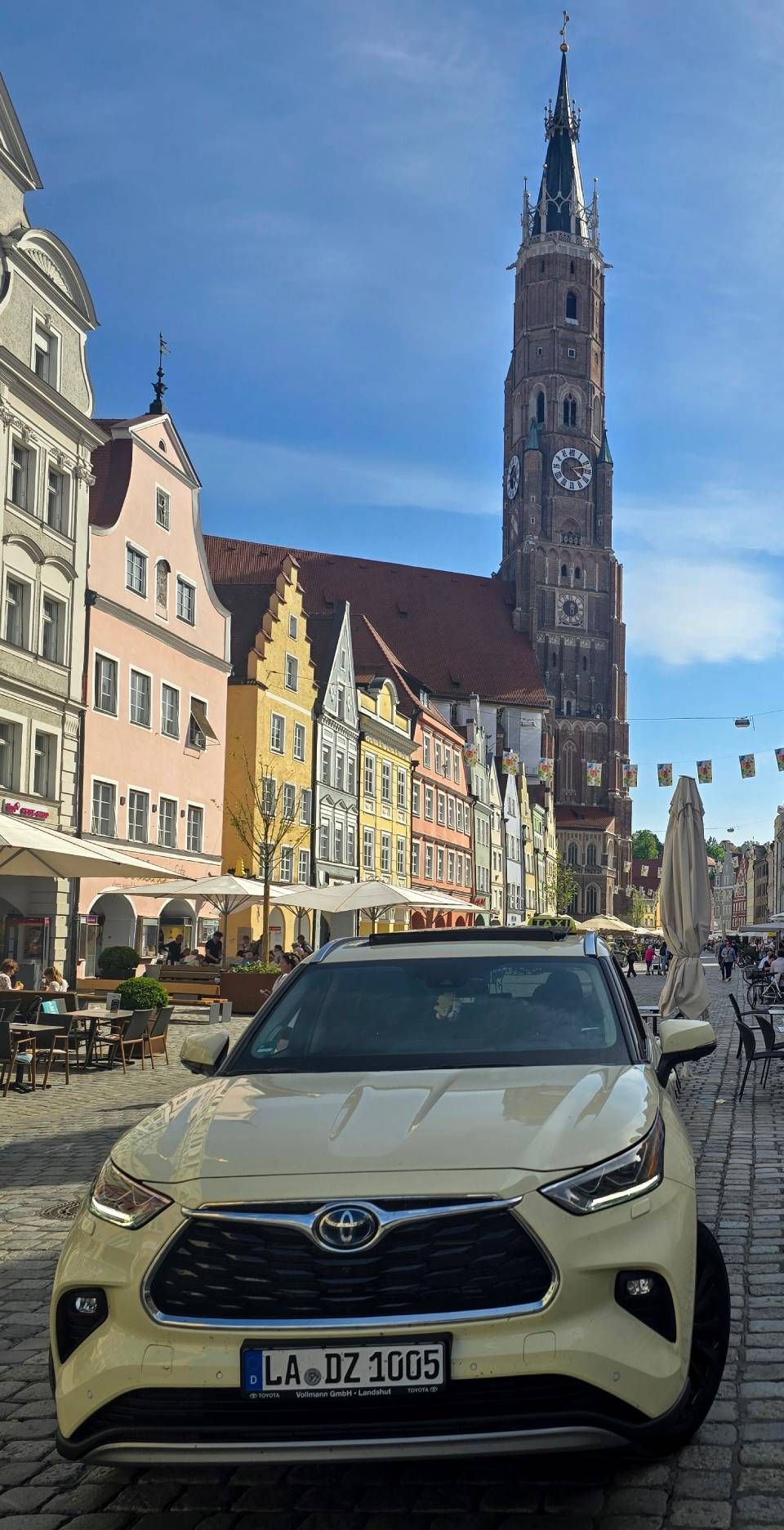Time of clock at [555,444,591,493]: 4:12
